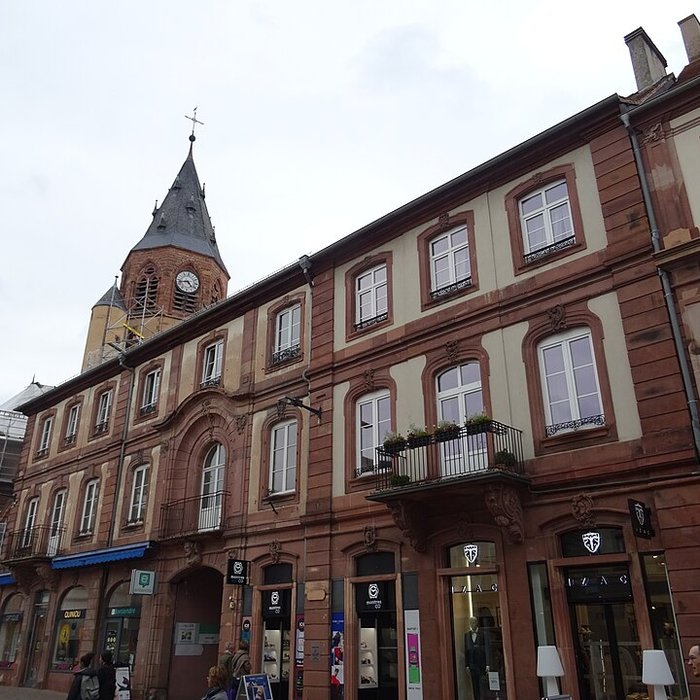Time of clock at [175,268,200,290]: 4:42
